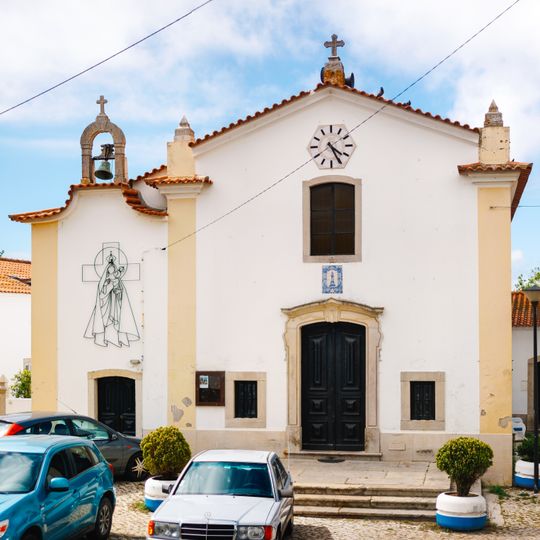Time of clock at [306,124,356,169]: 4:25
